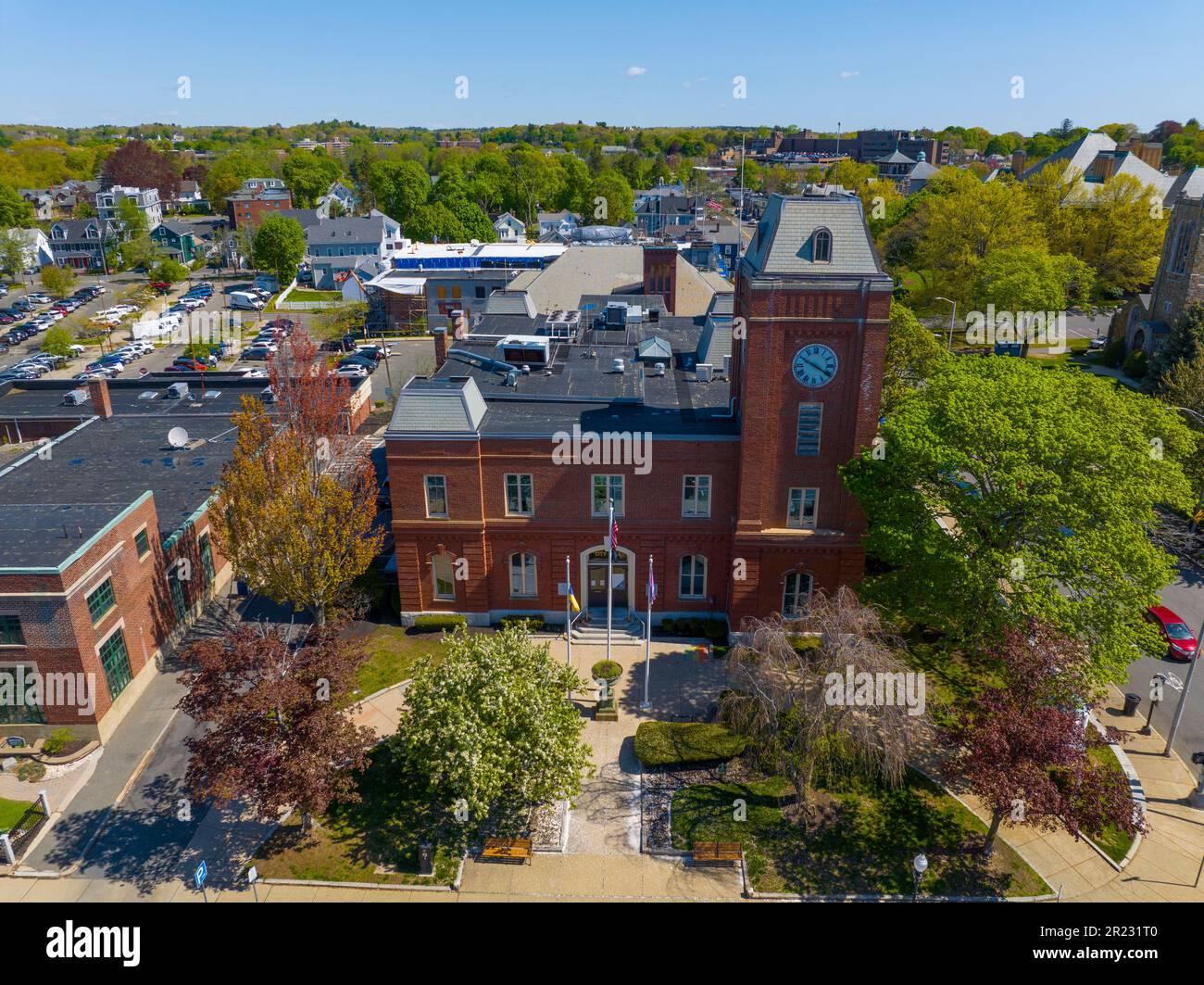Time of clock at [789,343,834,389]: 3:49
